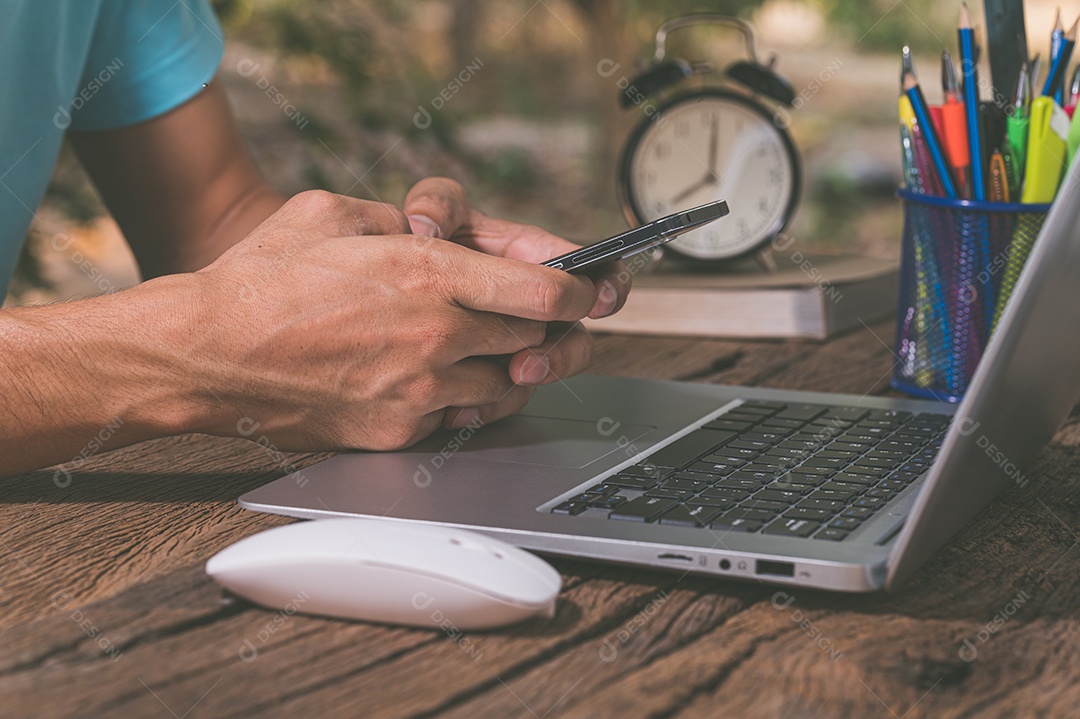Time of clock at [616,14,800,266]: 8:01
